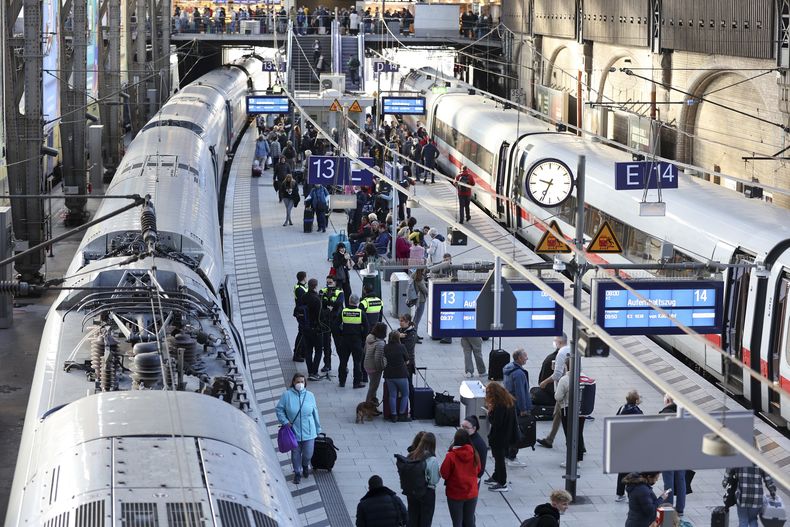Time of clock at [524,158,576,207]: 9:34
